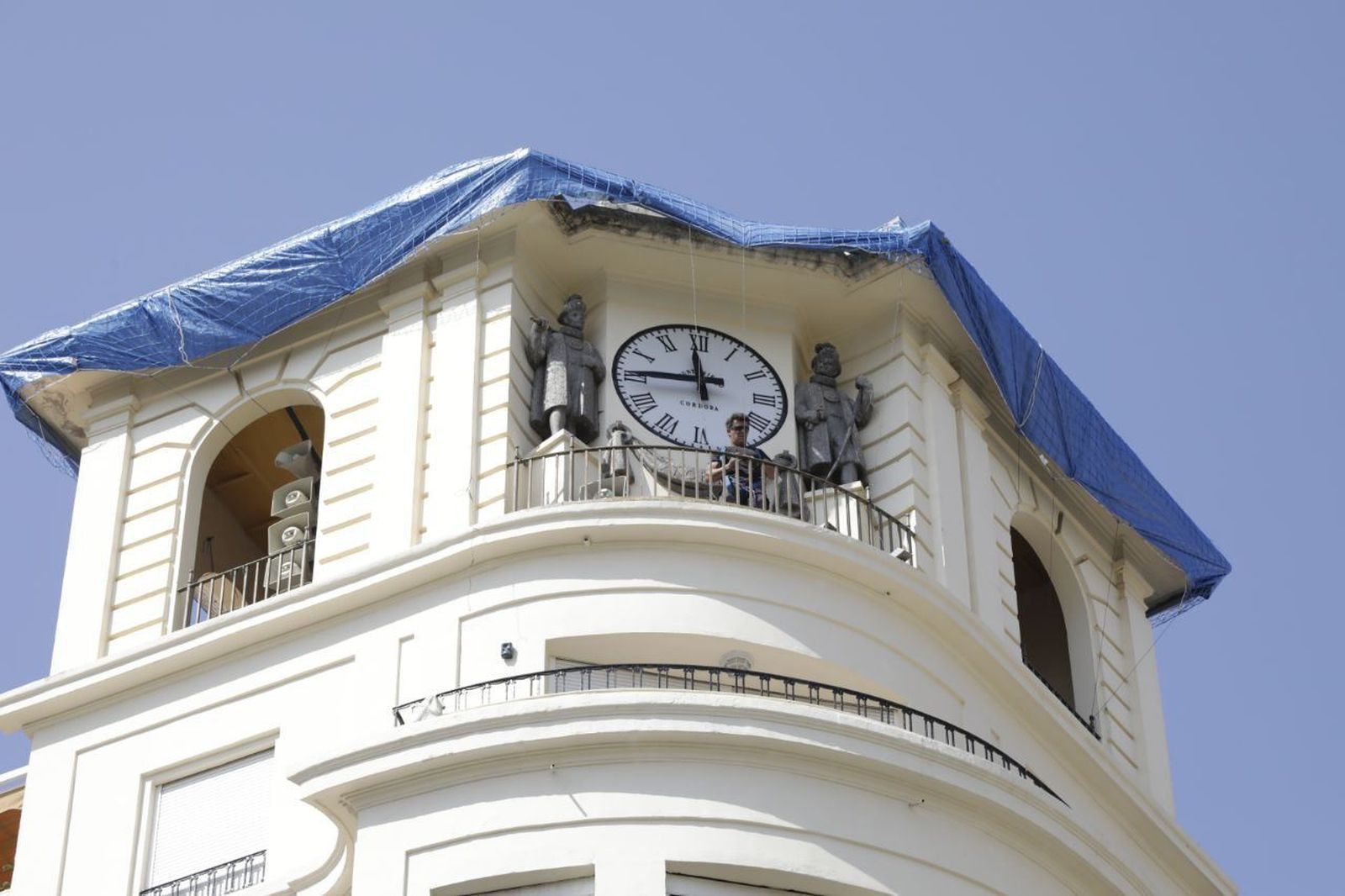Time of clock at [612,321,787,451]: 11:45
